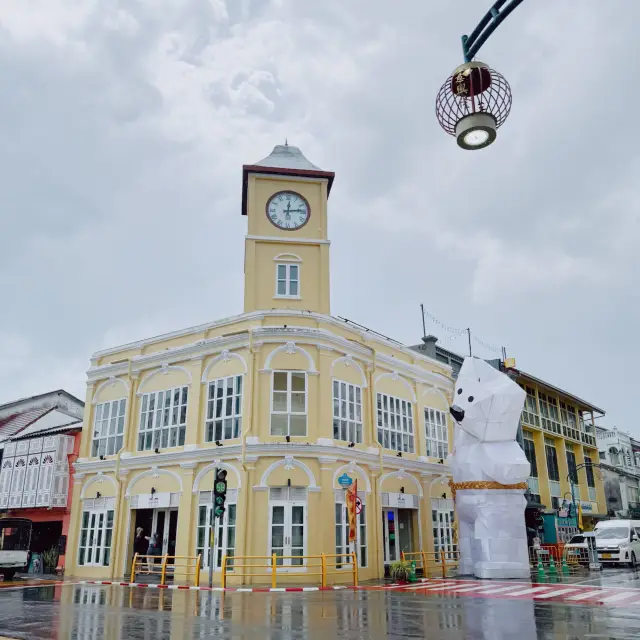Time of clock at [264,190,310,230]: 12:13
